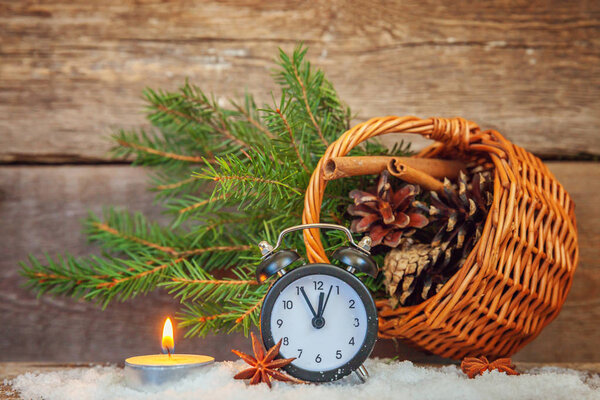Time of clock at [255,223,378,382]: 11:55
